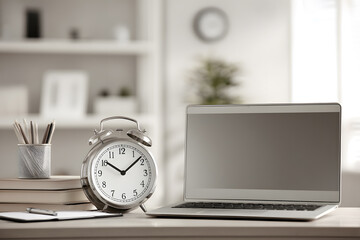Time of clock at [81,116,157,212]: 10:08
